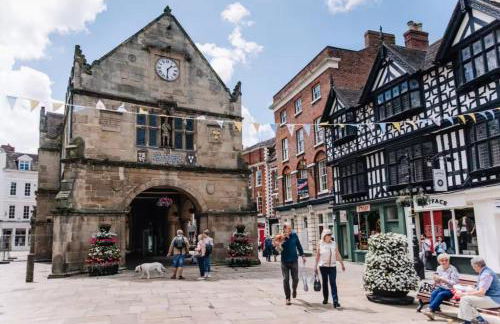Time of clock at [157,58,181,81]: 1:30
